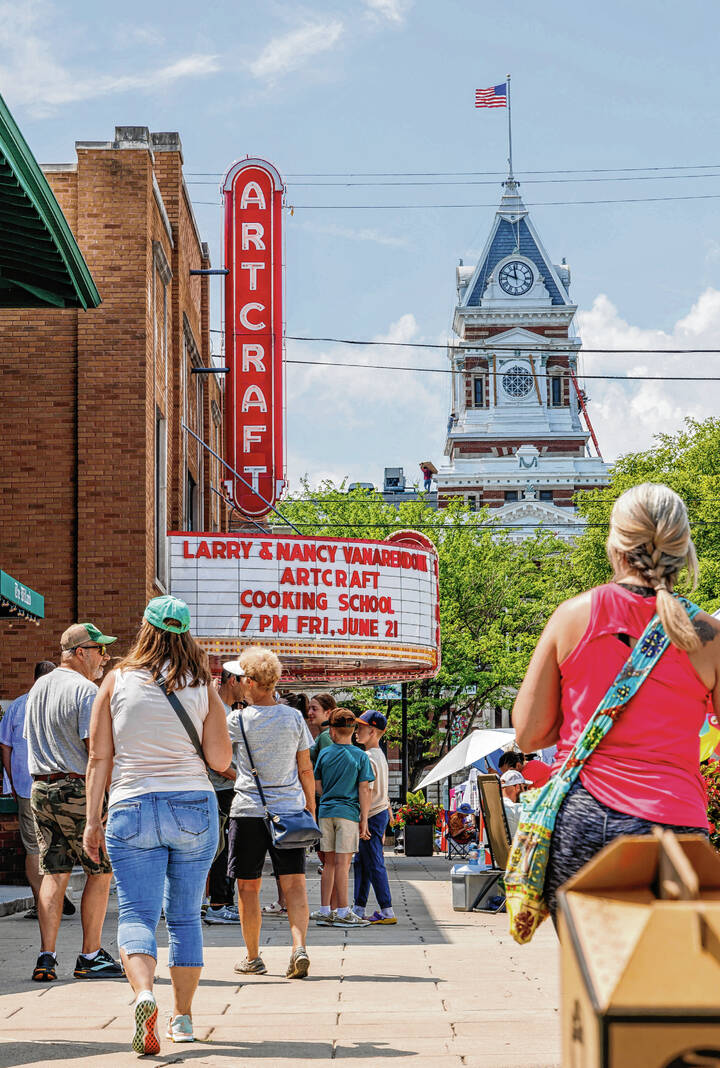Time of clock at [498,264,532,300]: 11:47
